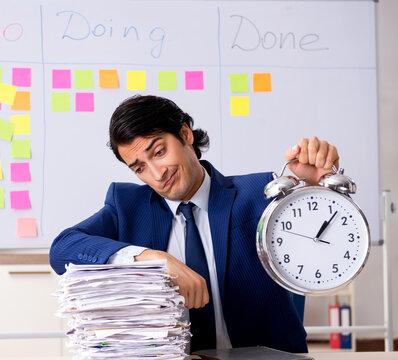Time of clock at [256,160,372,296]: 1:06
